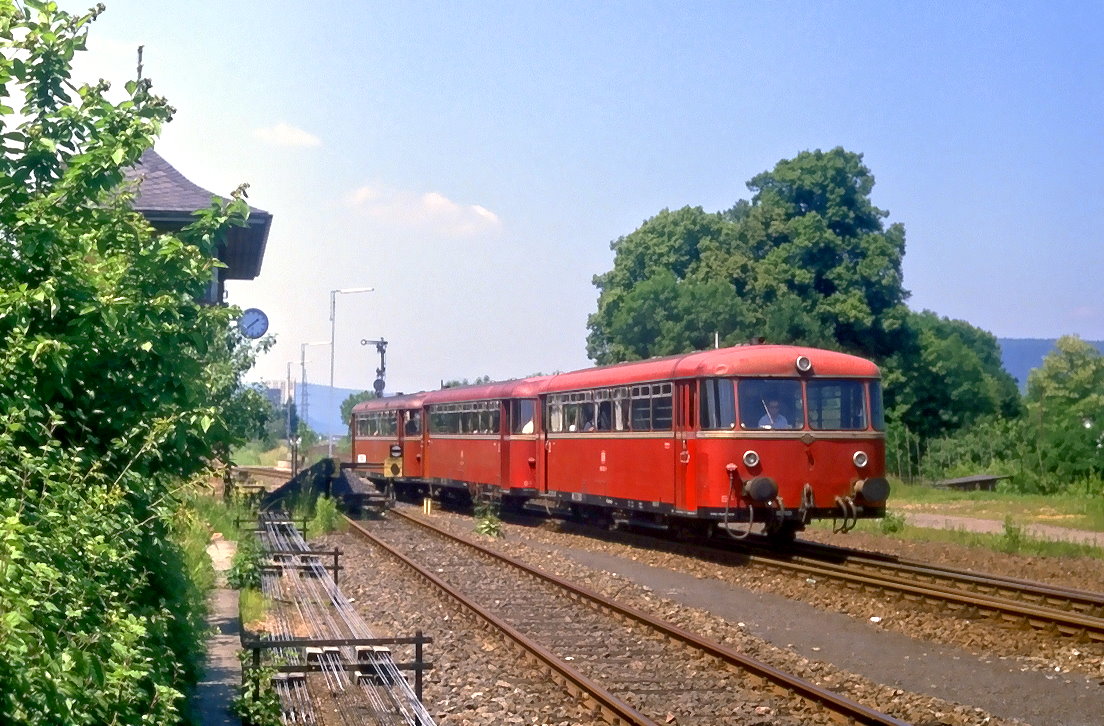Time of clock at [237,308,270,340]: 1:37
